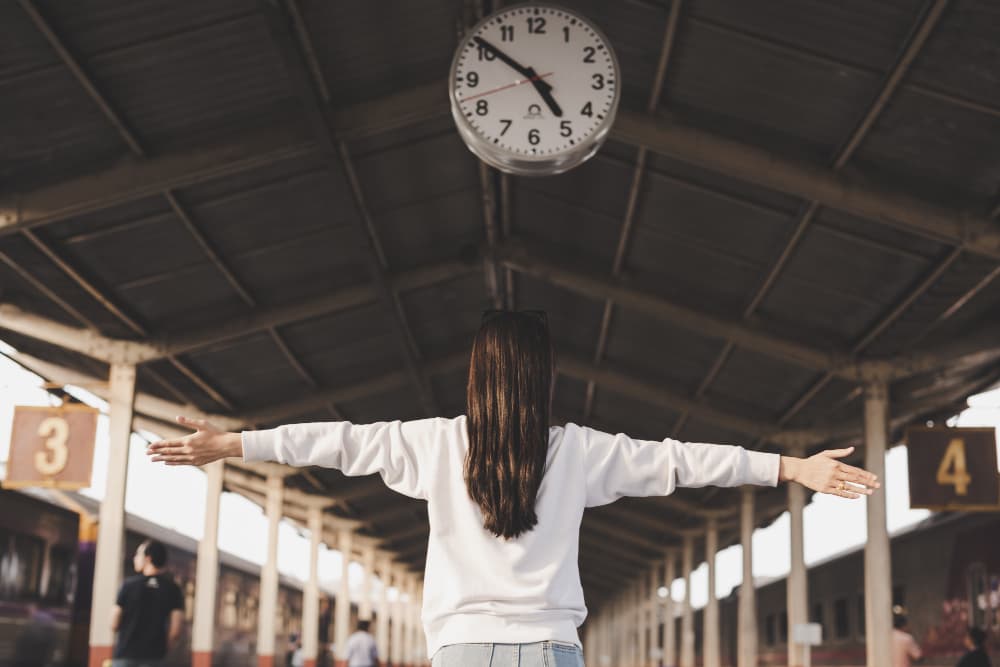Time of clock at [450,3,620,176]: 4:50
